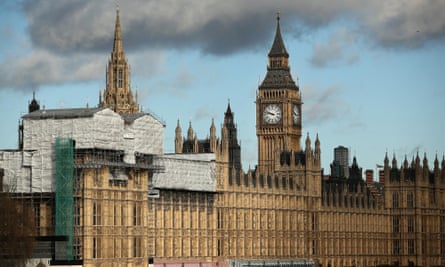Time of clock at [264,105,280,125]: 9:47
